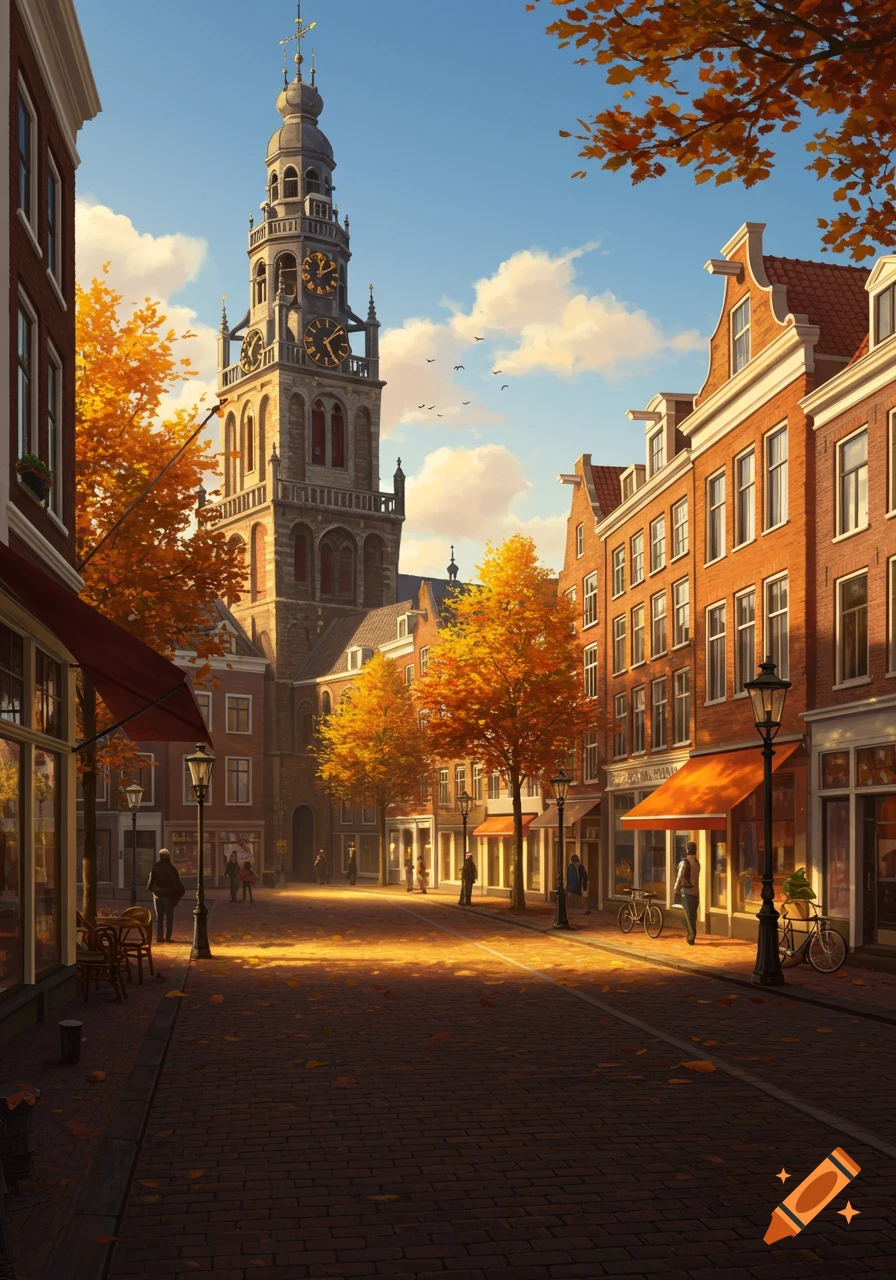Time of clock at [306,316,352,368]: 5:08
